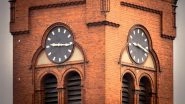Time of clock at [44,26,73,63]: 9:16
